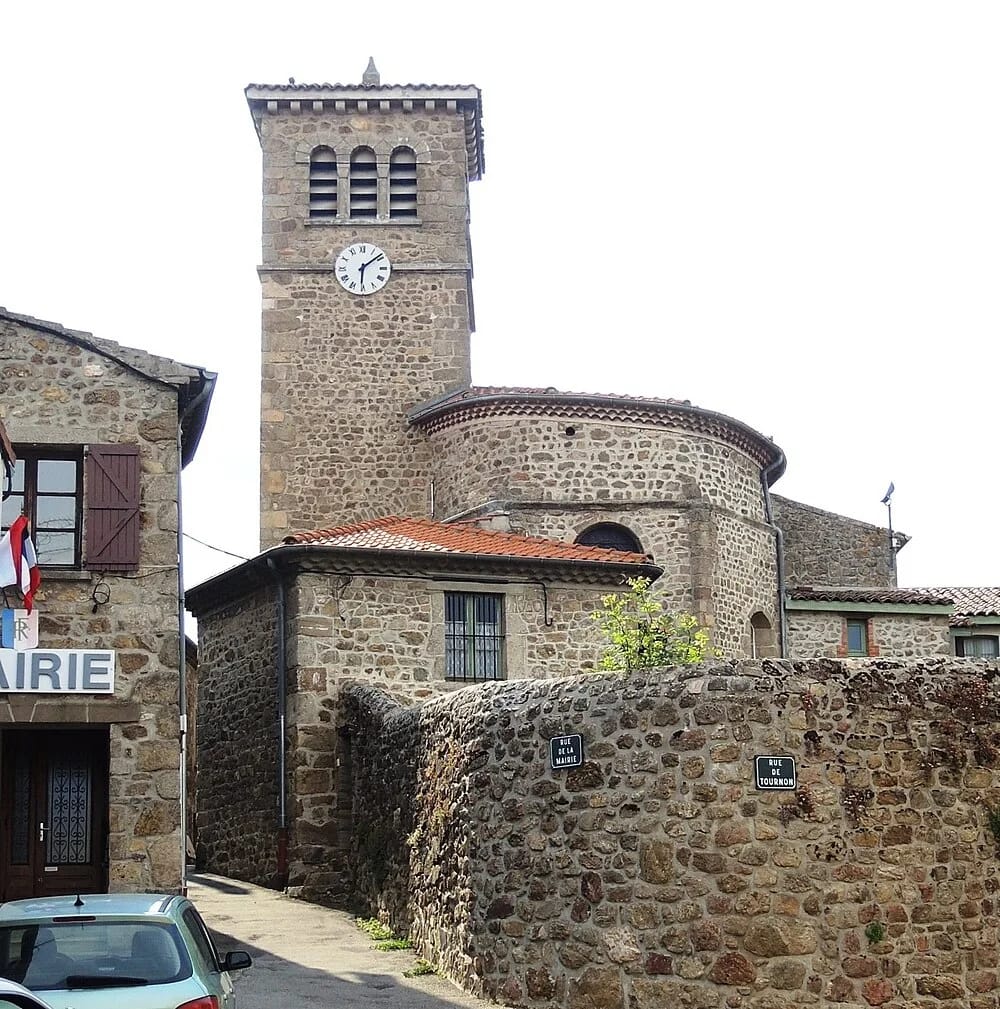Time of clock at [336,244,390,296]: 6:08
